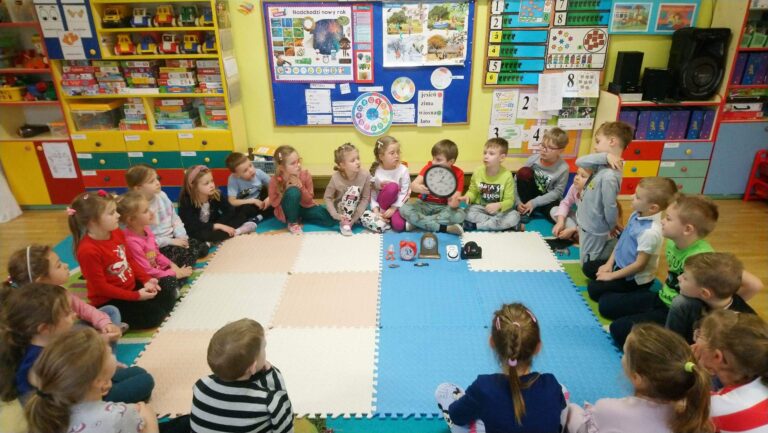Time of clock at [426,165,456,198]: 1:18
